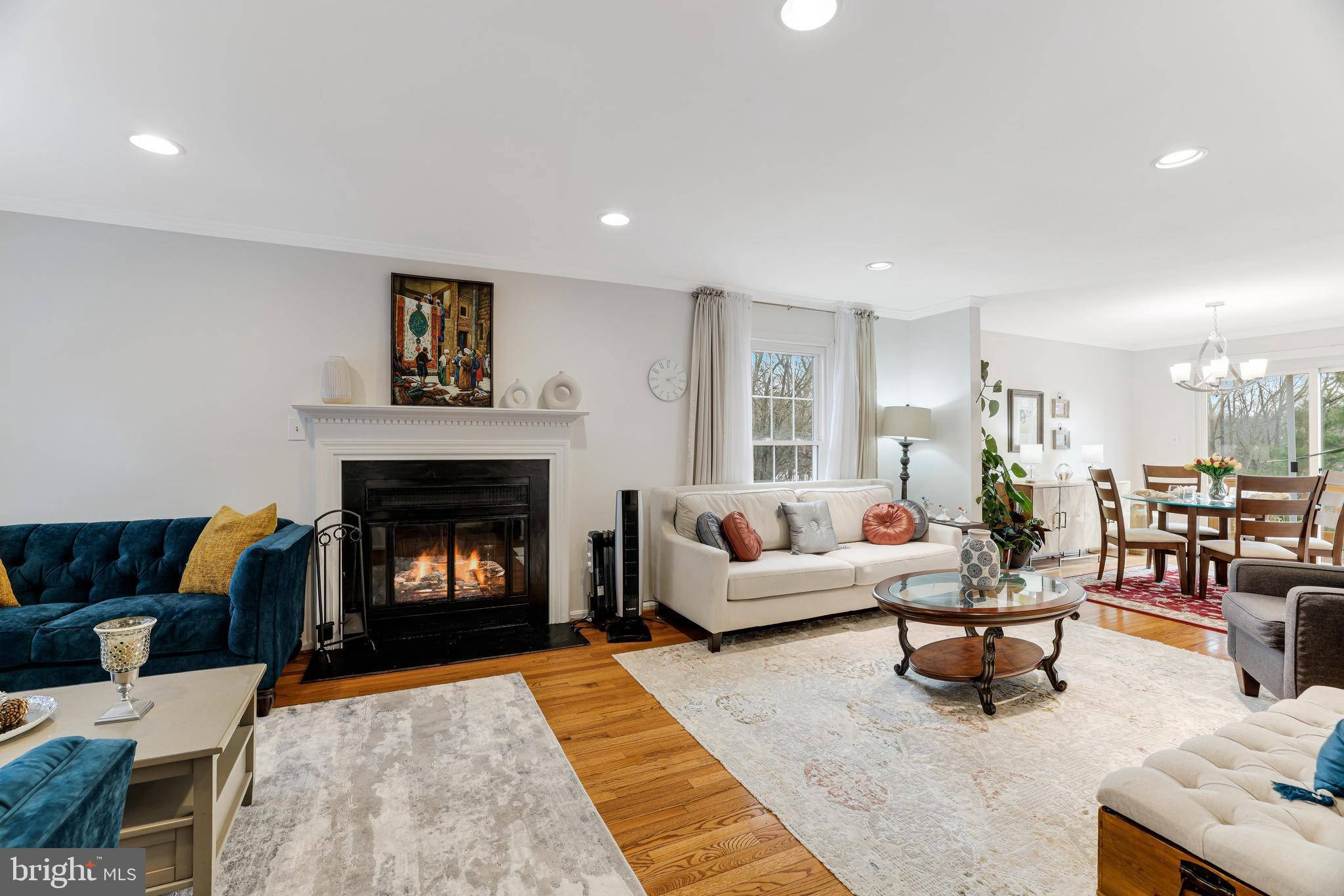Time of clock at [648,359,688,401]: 2:20
